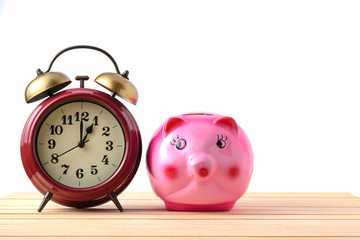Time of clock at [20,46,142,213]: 1:00
